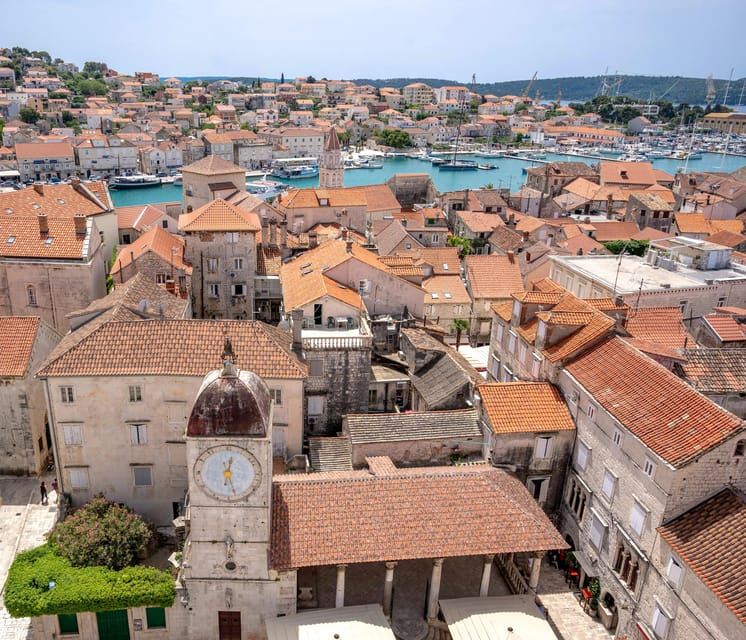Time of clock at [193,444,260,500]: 12:27
